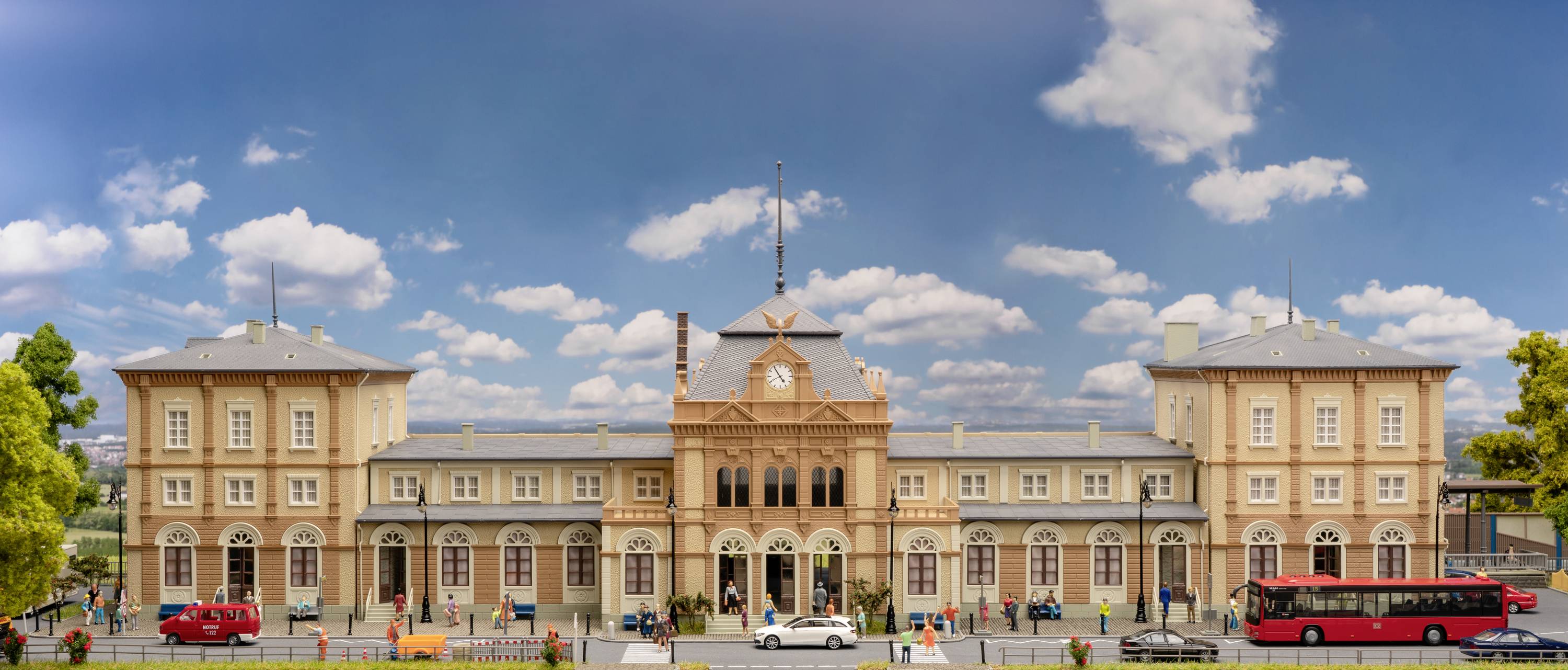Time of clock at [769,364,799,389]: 4:54
